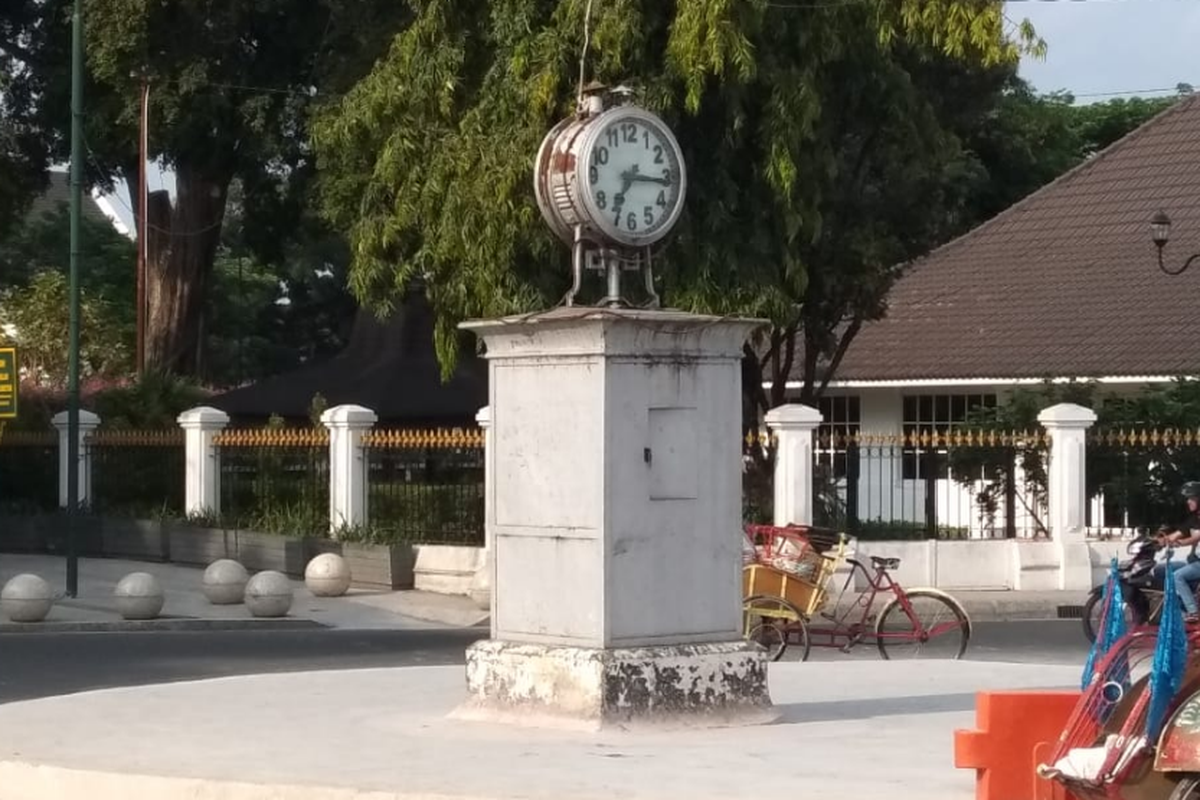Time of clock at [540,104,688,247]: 7:16
